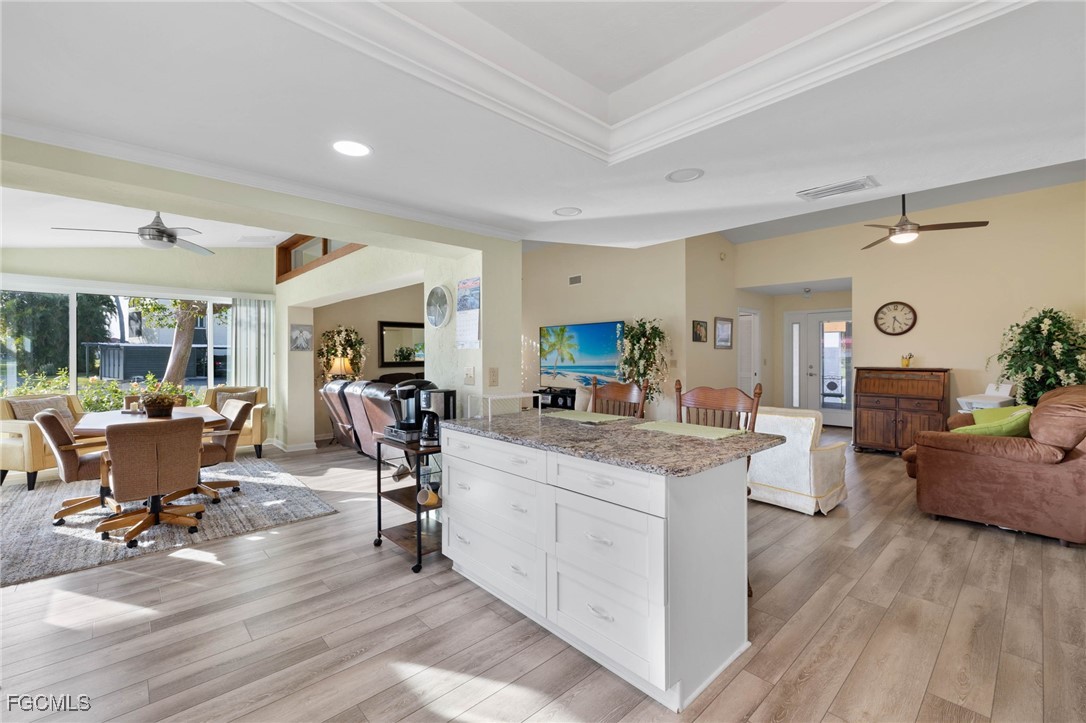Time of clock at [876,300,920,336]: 4:31
